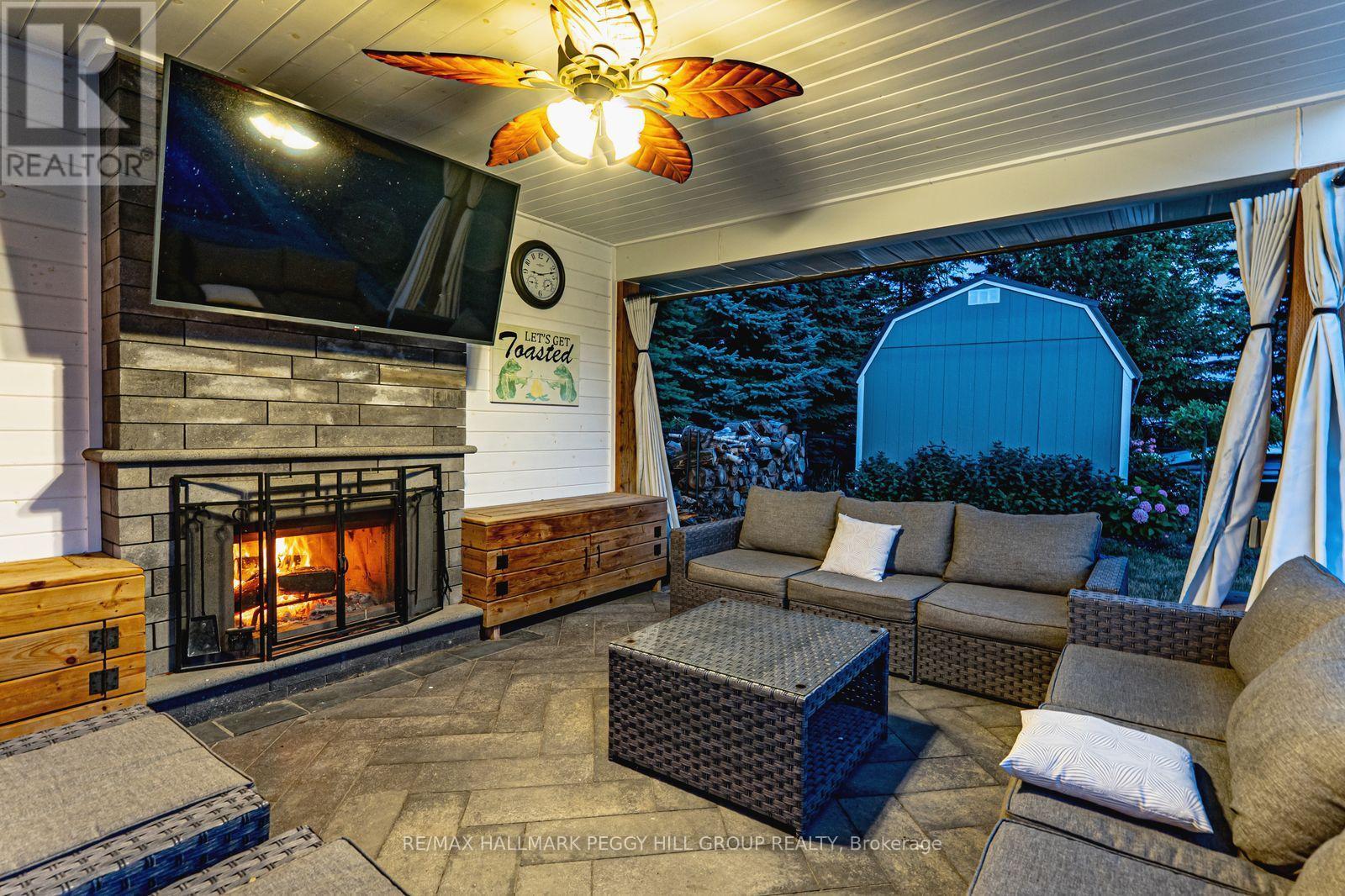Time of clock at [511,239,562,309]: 9:12
